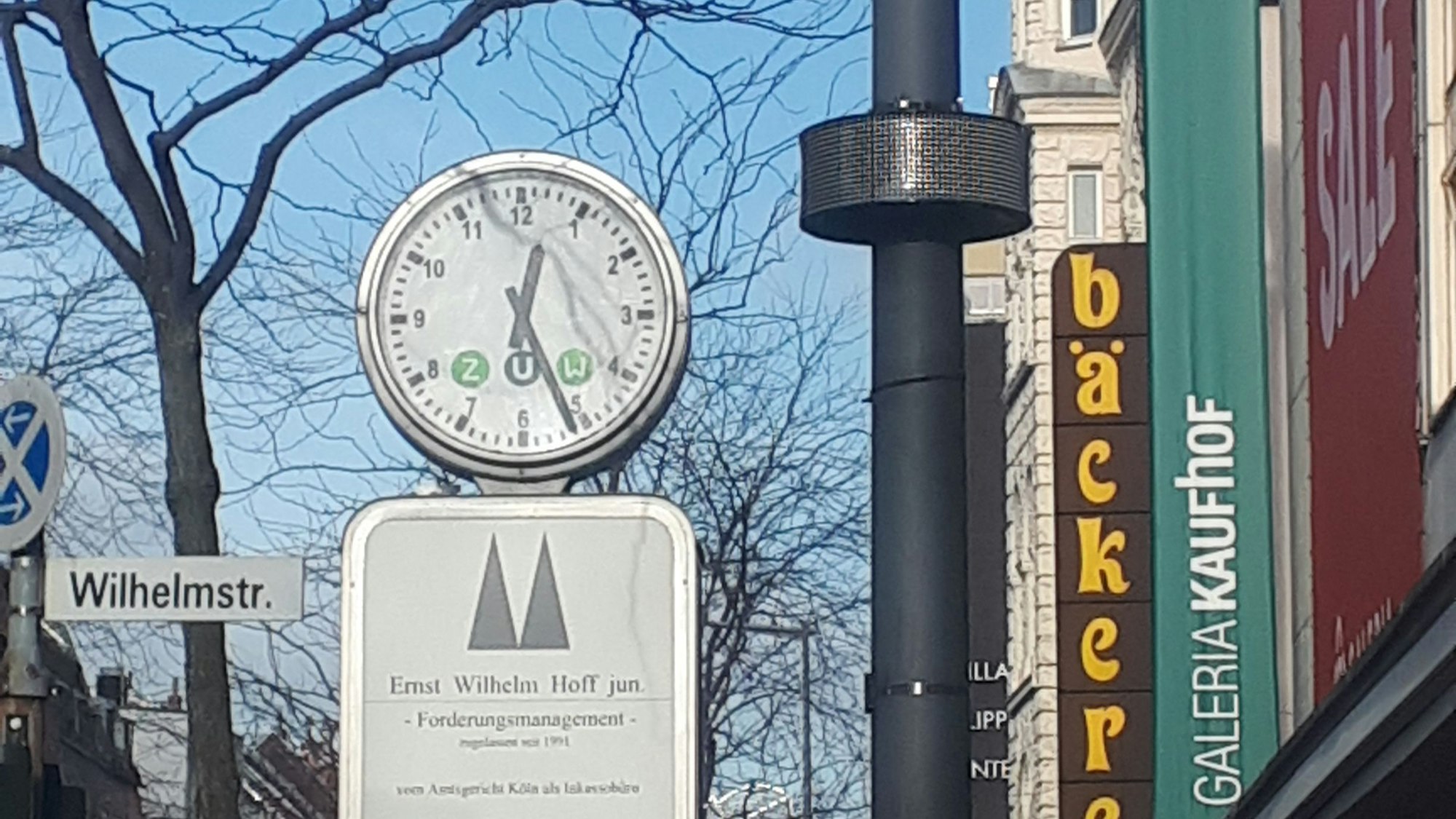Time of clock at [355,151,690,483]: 12:26
